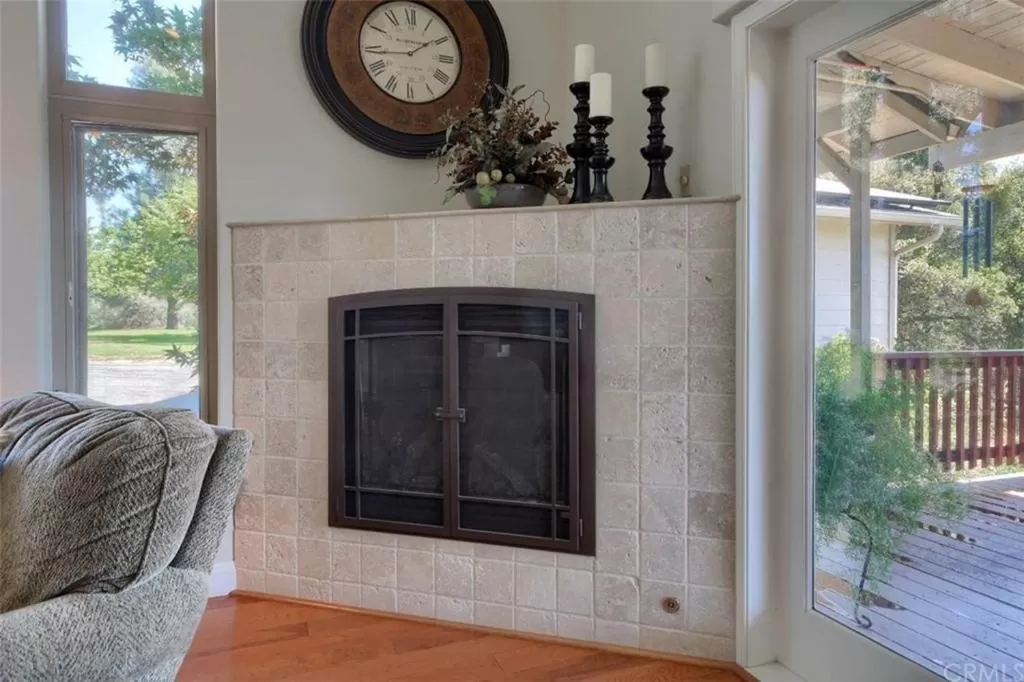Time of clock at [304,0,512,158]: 1:43
